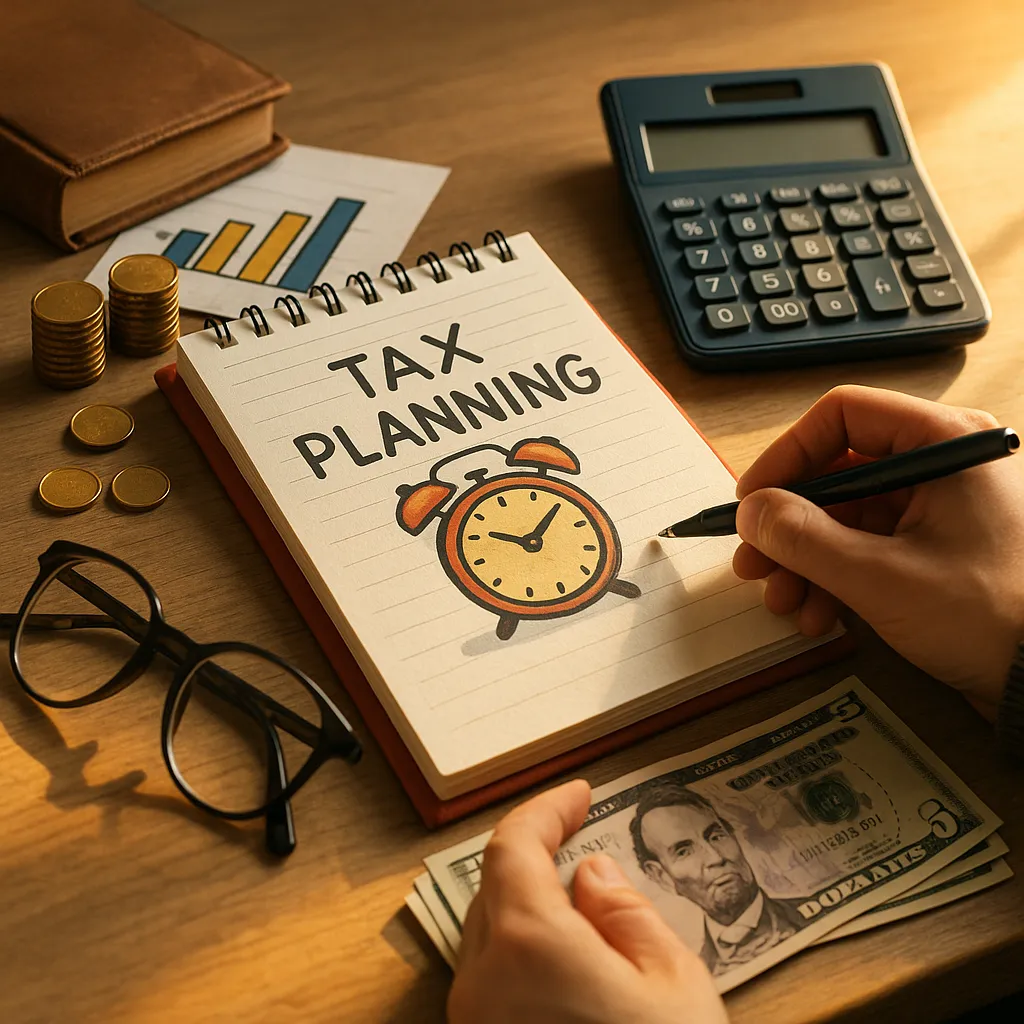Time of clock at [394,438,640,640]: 9:05
